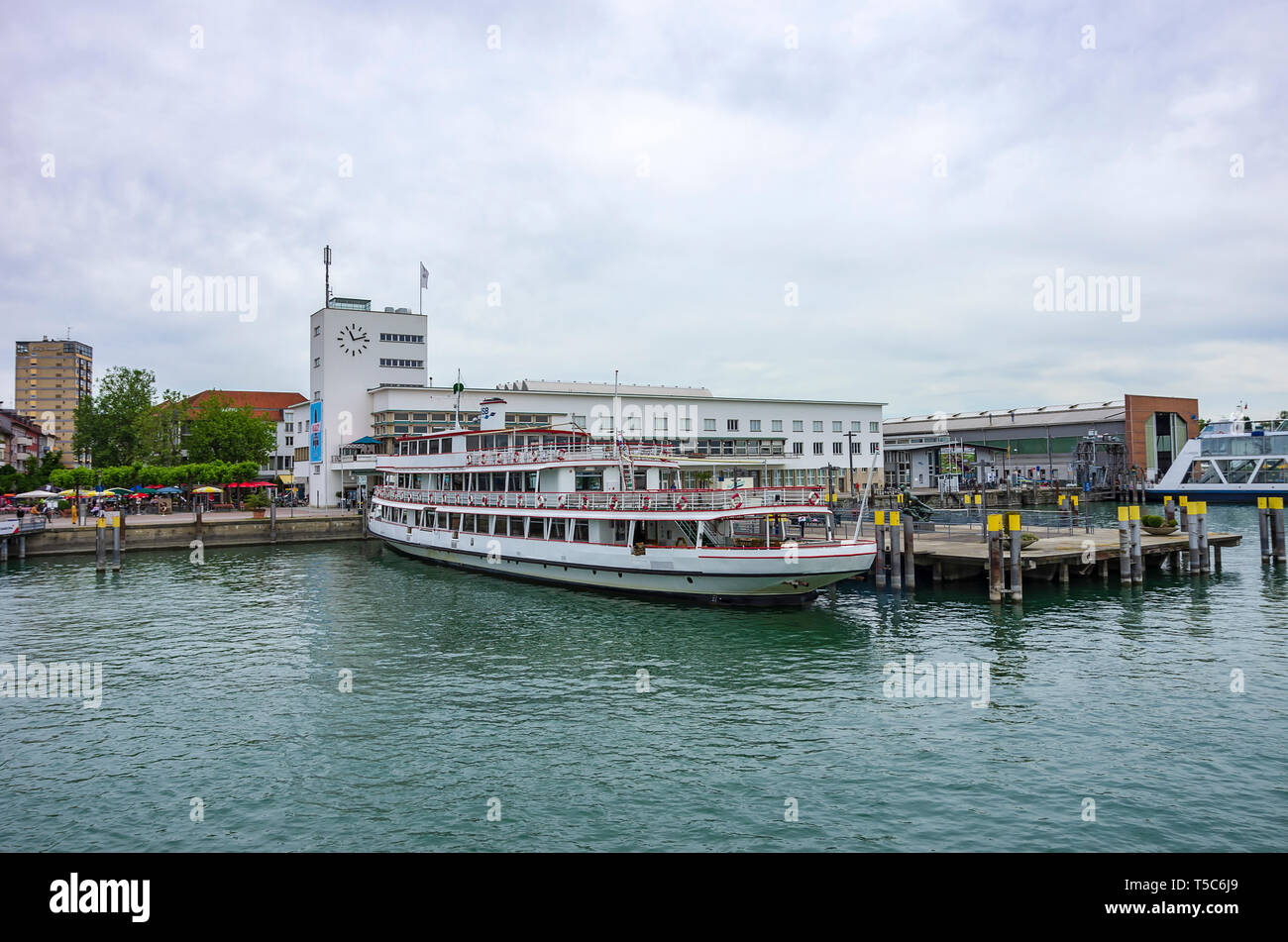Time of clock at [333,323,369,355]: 11:12
